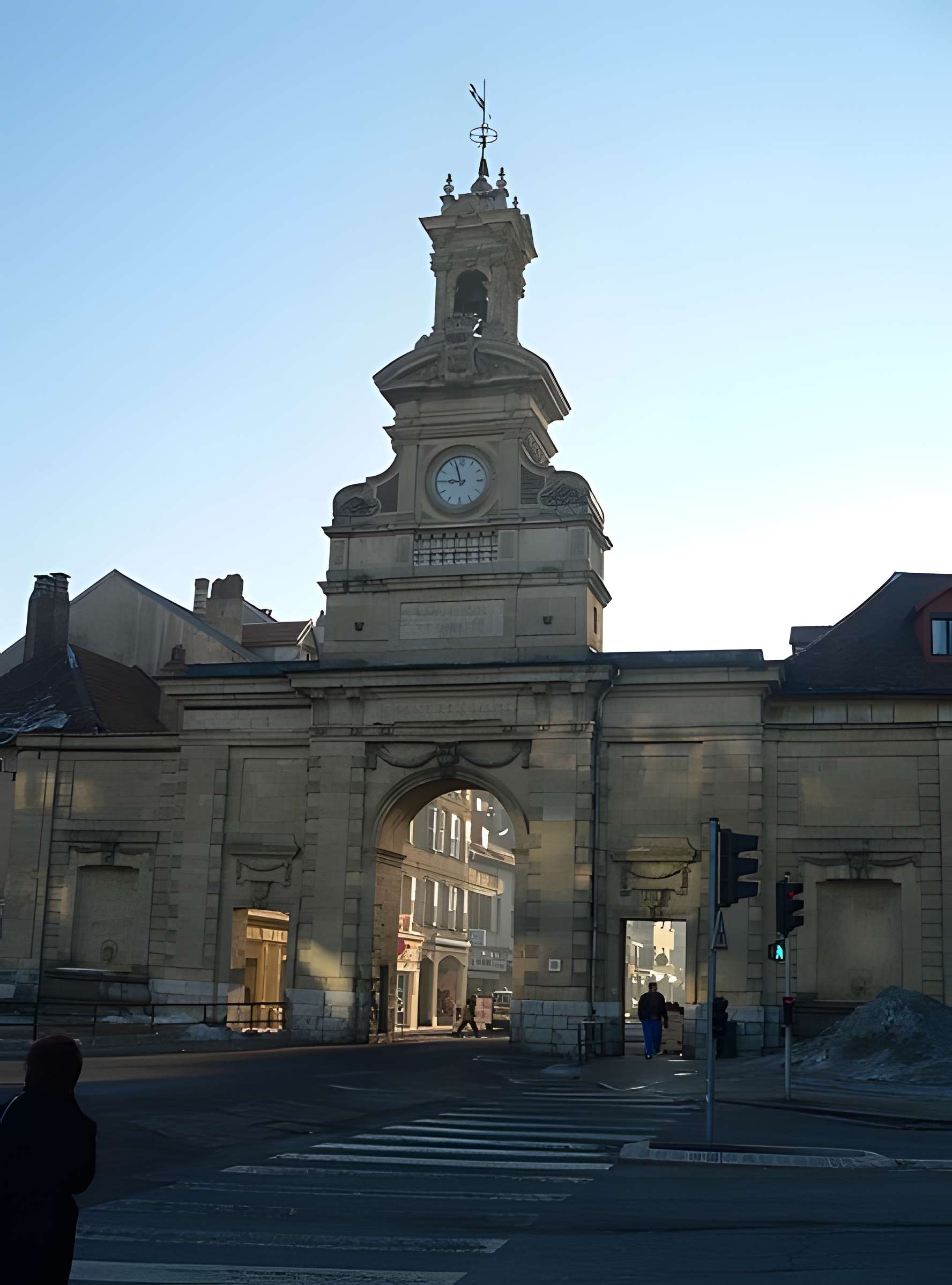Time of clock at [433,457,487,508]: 8:57
